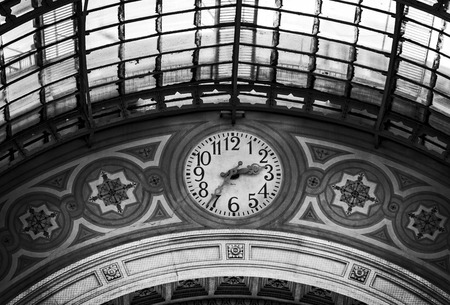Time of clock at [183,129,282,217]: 2:36
